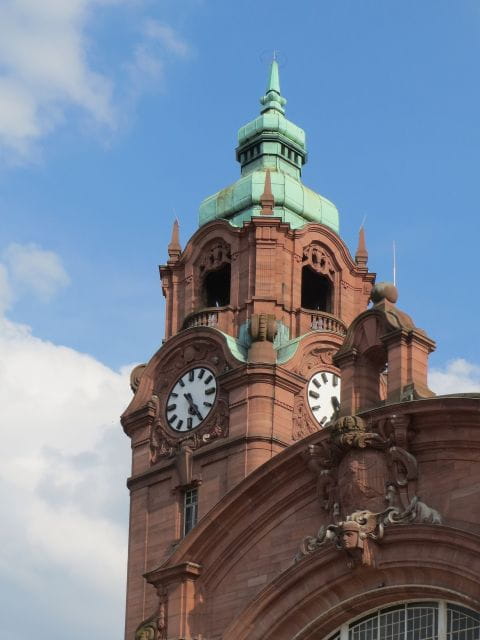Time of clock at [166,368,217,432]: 5:24
